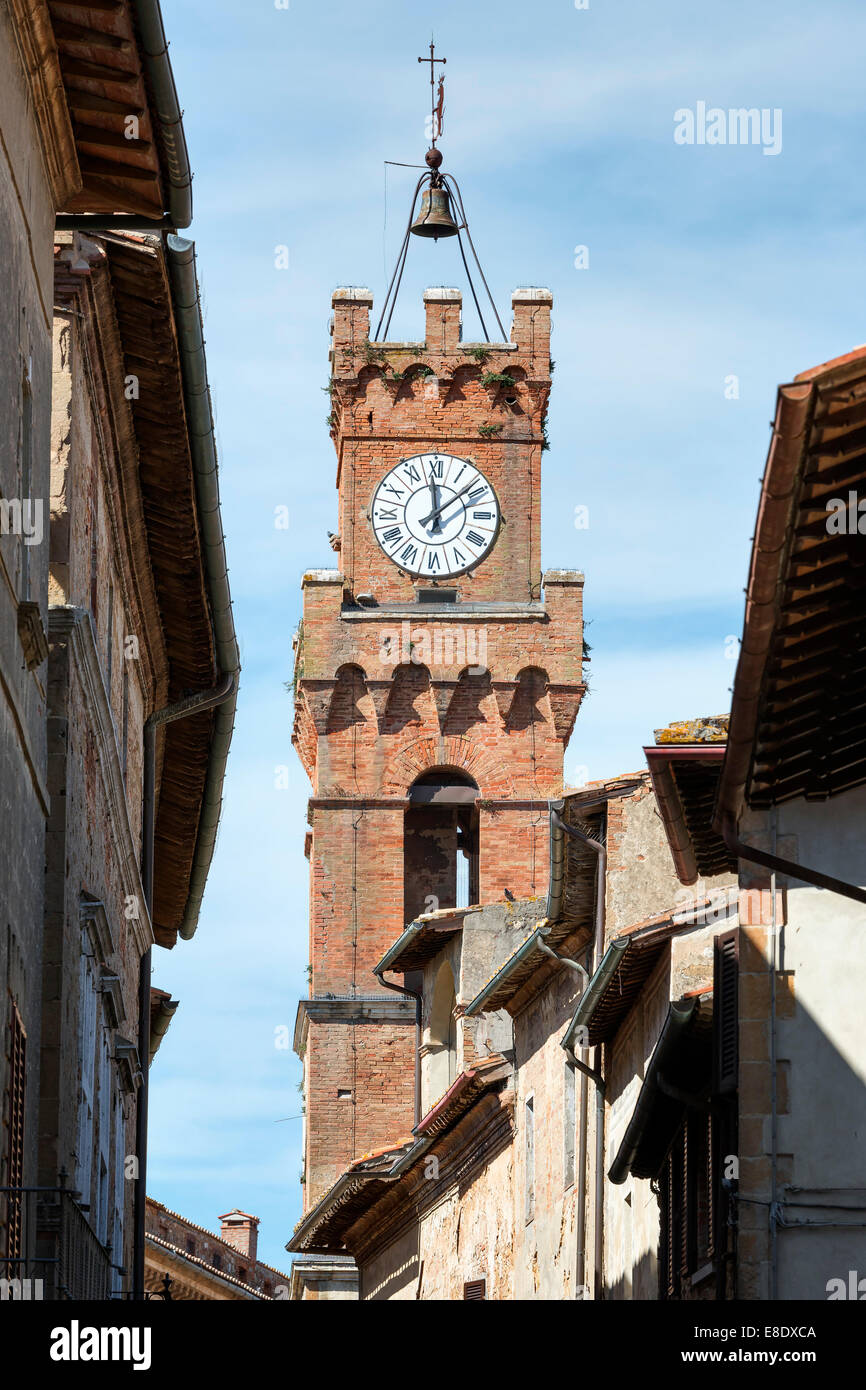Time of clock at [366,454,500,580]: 11:58
